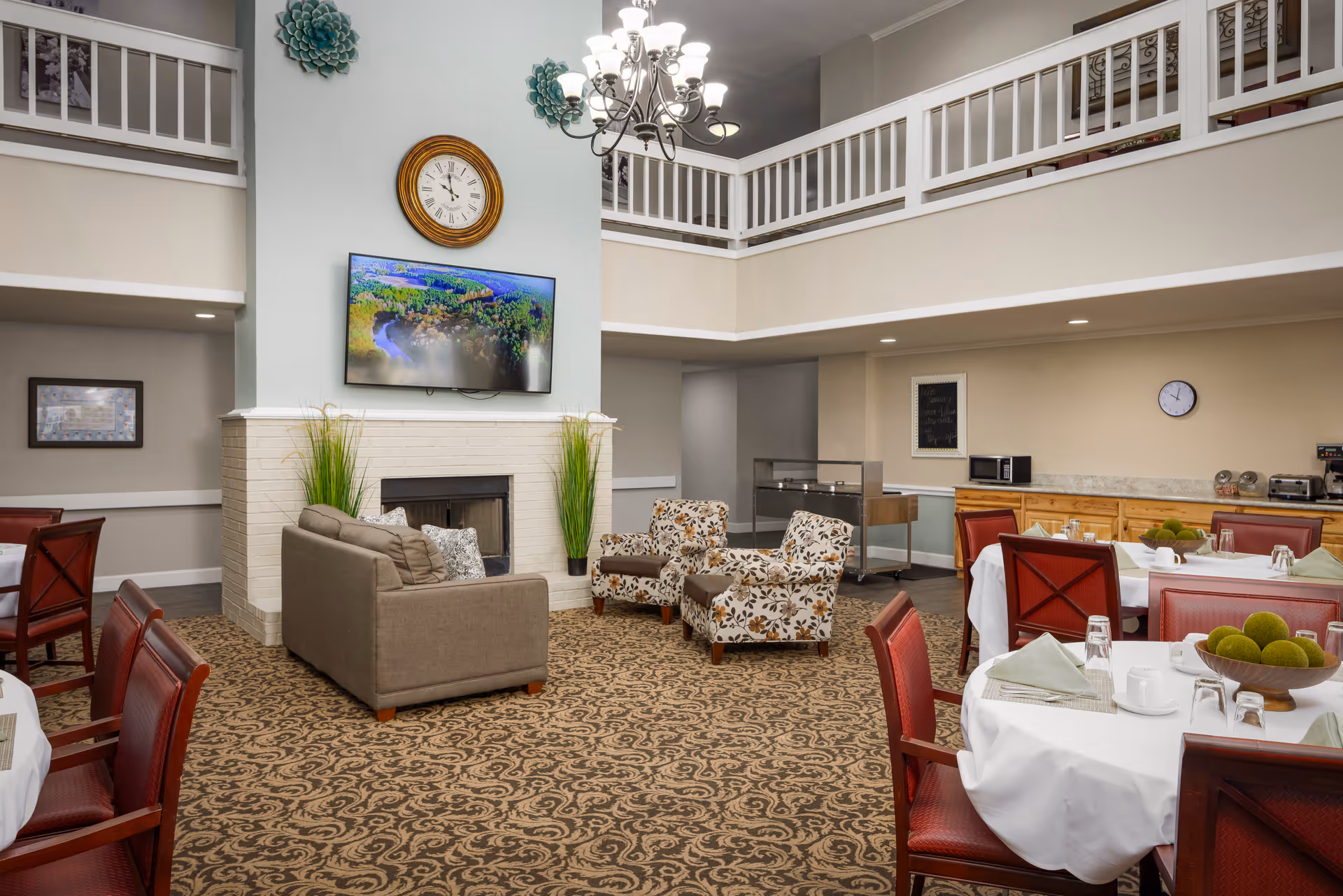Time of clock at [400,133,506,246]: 9:58
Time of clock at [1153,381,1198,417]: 10:01
